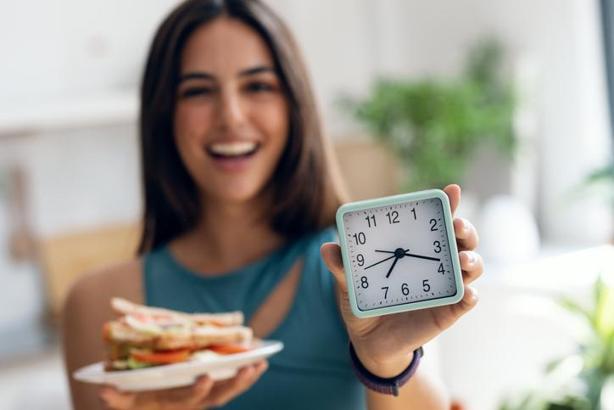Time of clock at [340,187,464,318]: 7:18
